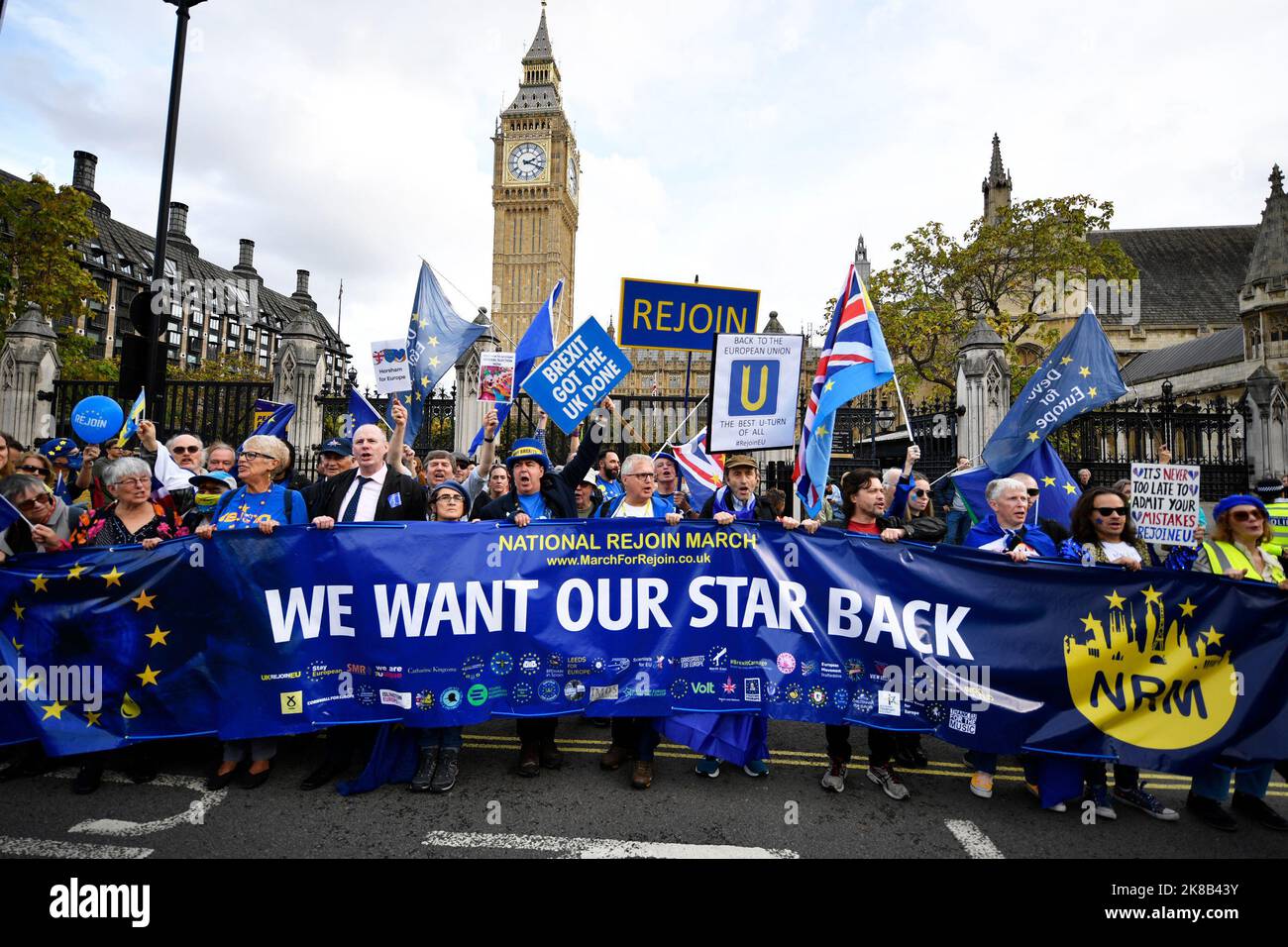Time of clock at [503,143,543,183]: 2:18
